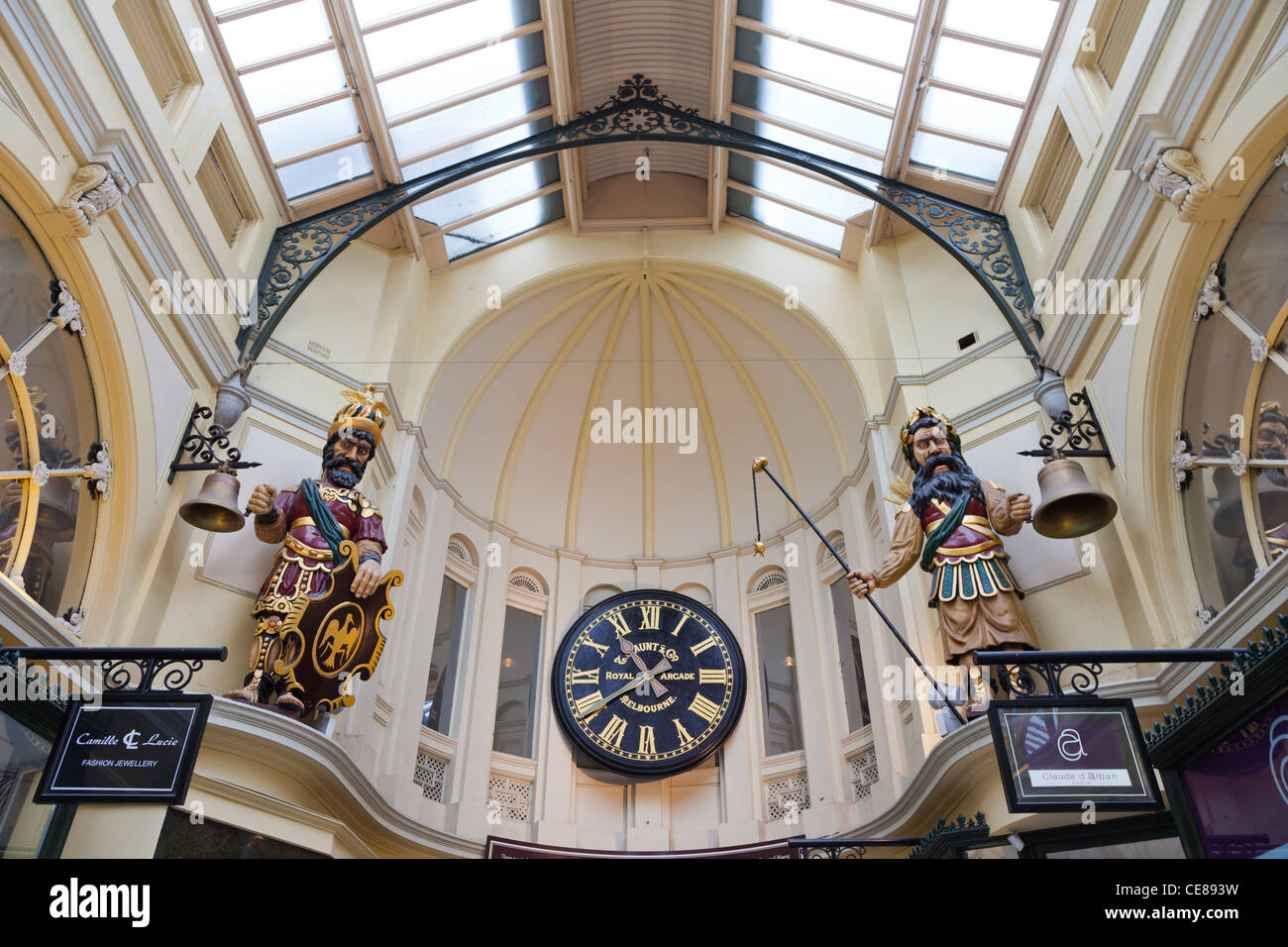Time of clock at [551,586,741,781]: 10:39
